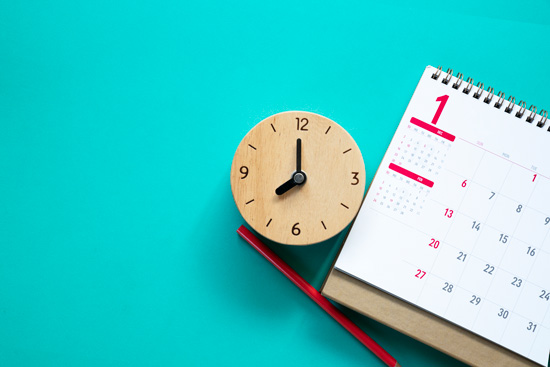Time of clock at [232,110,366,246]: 7:59
